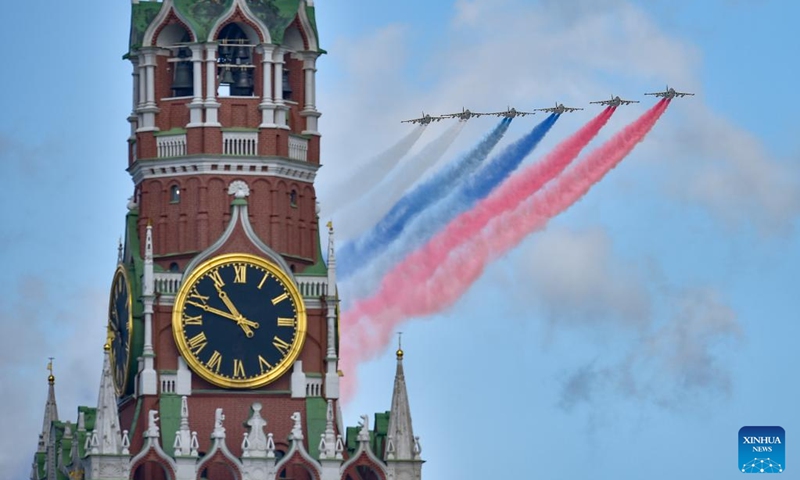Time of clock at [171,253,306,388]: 10:48
